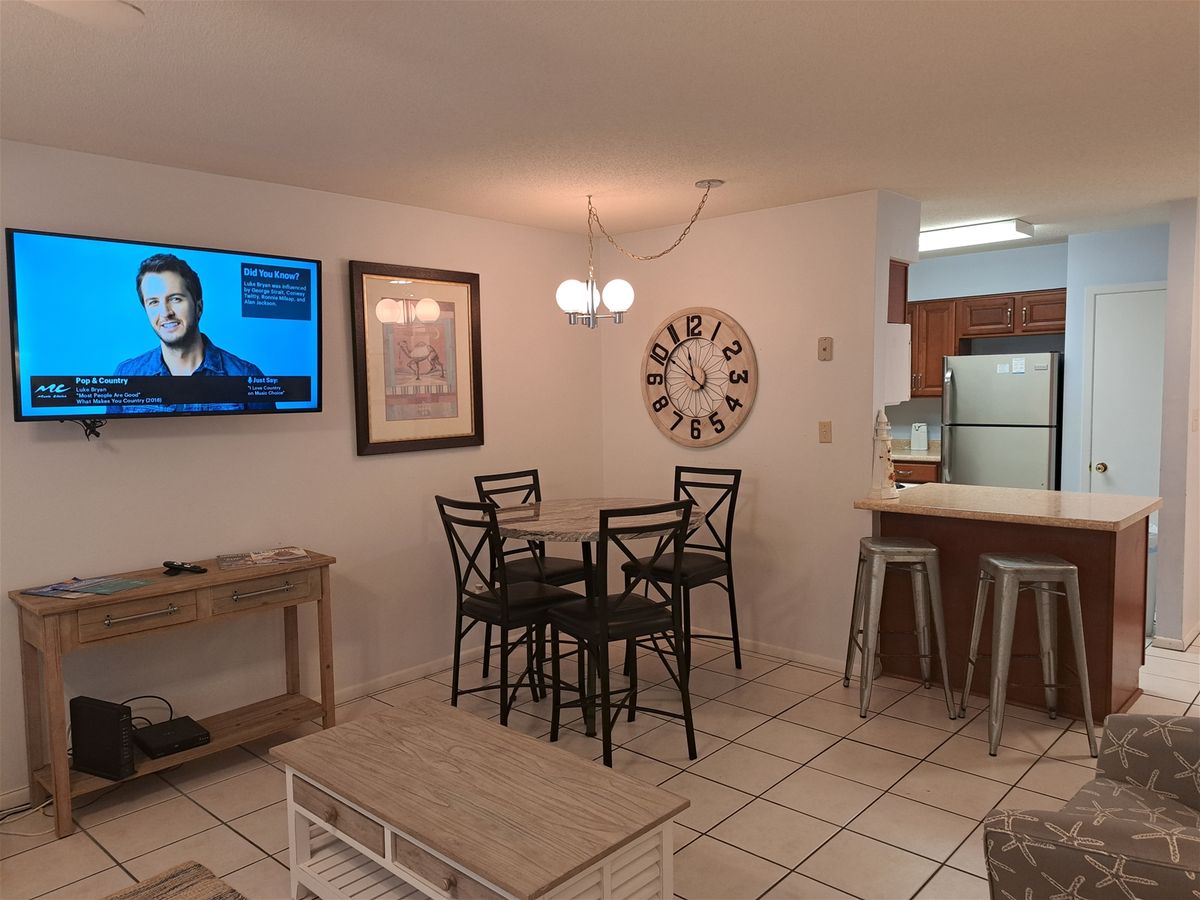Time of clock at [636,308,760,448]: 11:50
